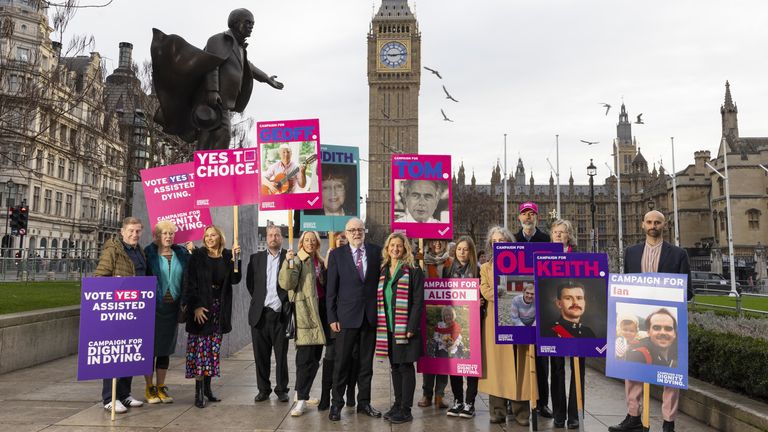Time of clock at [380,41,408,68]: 9:13
